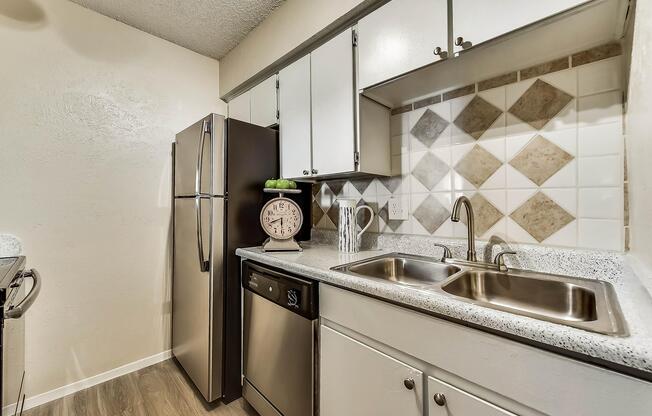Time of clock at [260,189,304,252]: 5:41
